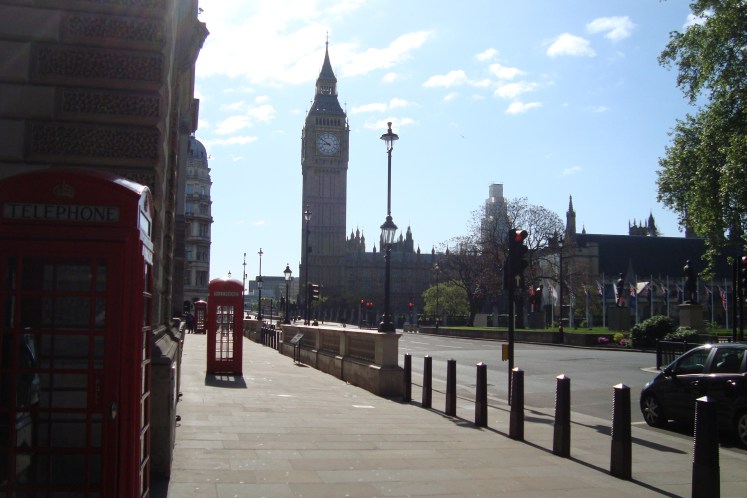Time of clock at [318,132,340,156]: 8:50
